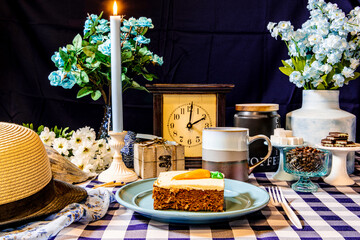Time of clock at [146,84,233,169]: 2:01
